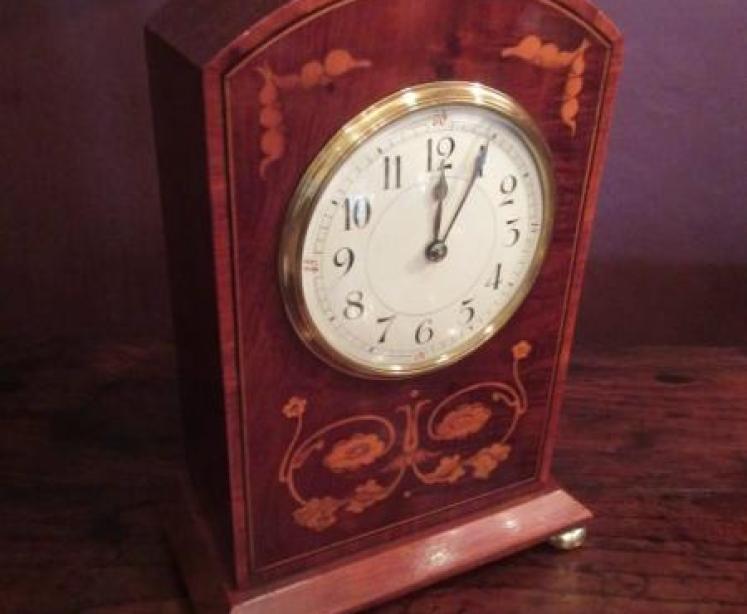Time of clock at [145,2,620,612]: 12:04
